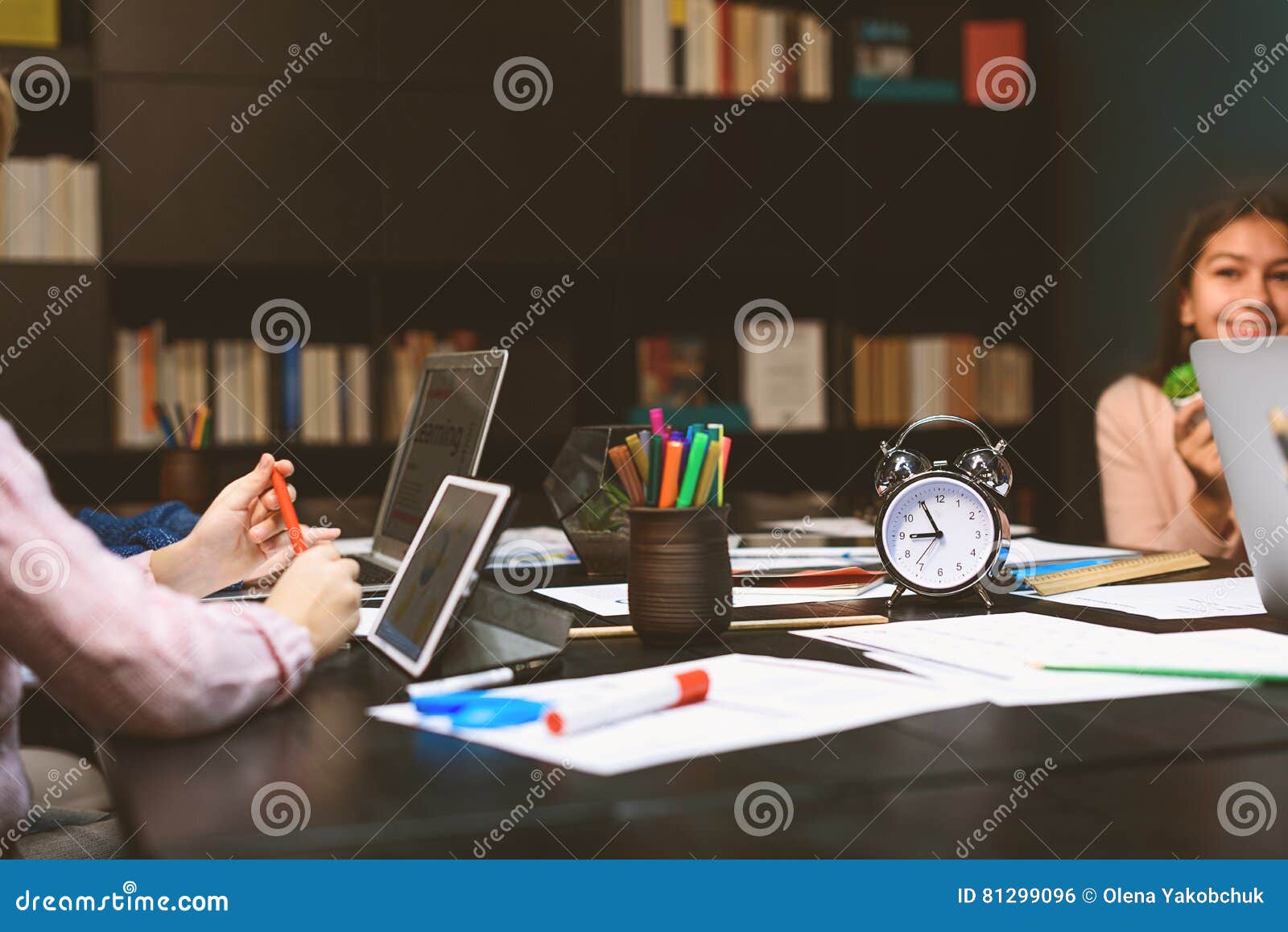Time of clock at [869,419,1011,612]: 8:55
